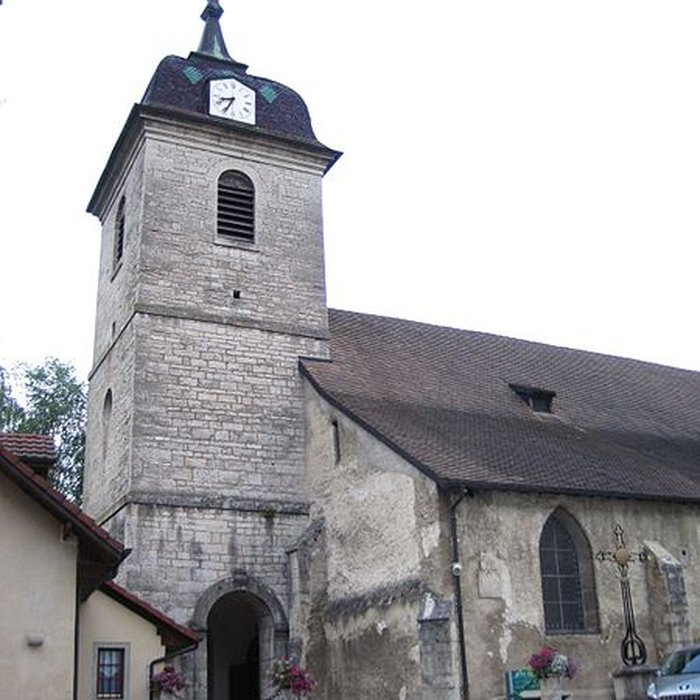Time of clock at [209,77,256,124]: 8:34
